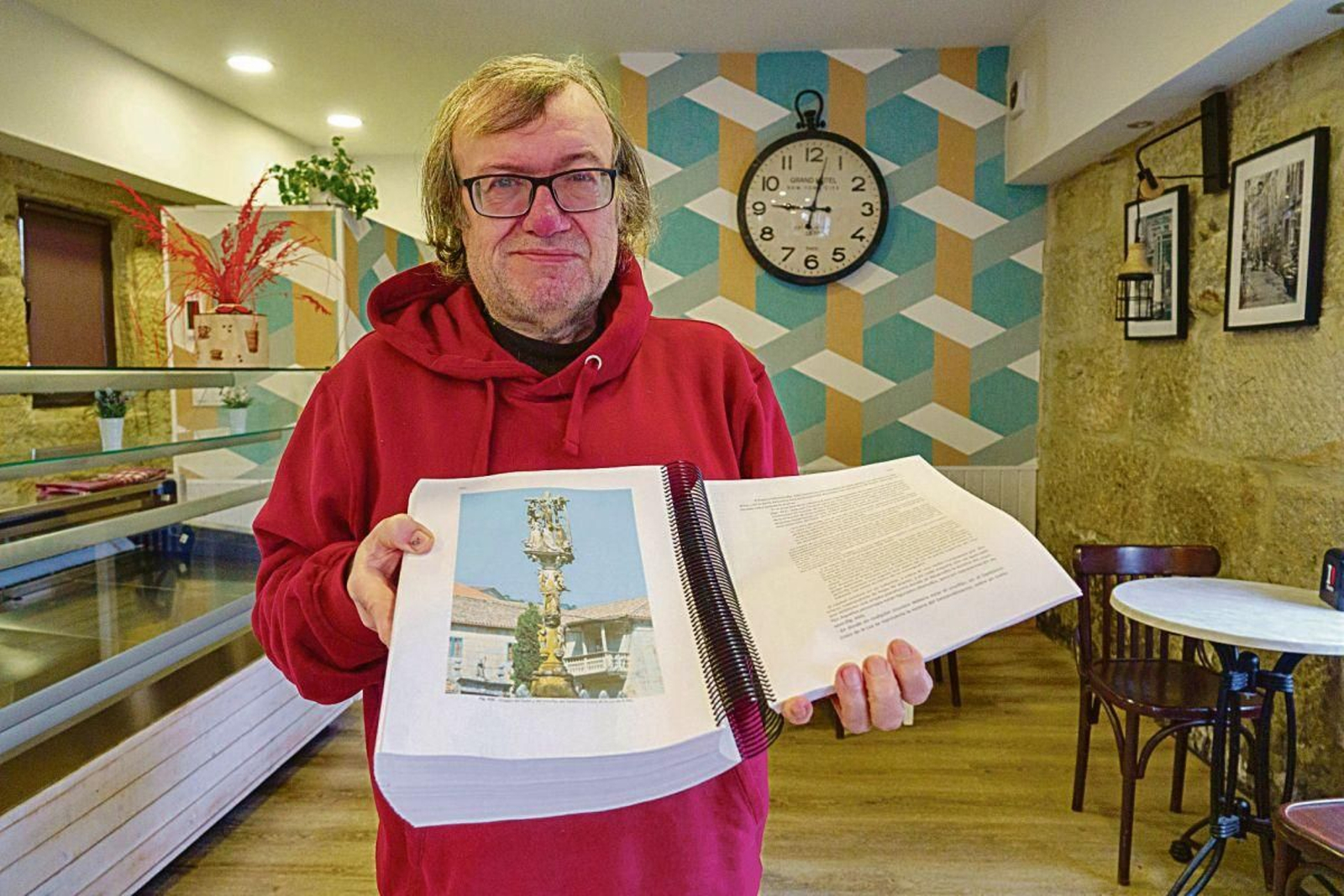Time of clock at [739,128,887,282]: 9:02
